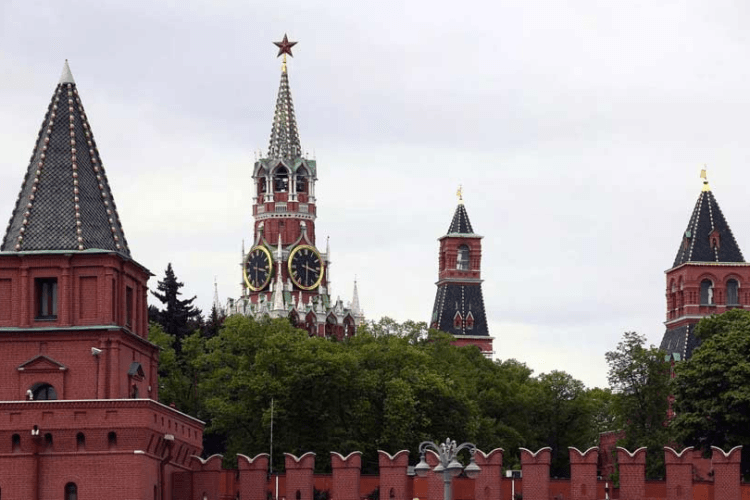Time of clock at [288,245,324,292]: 3:29
